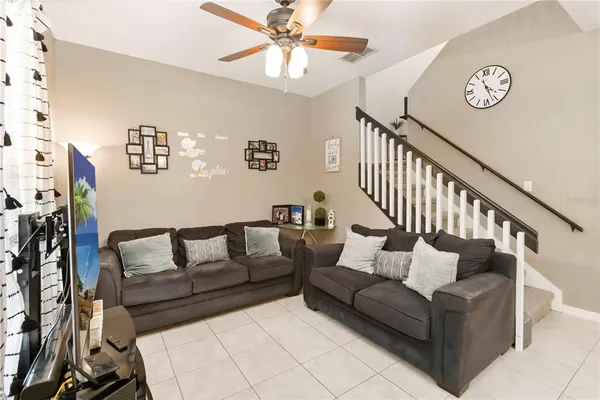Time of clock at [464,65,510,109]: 4:26
